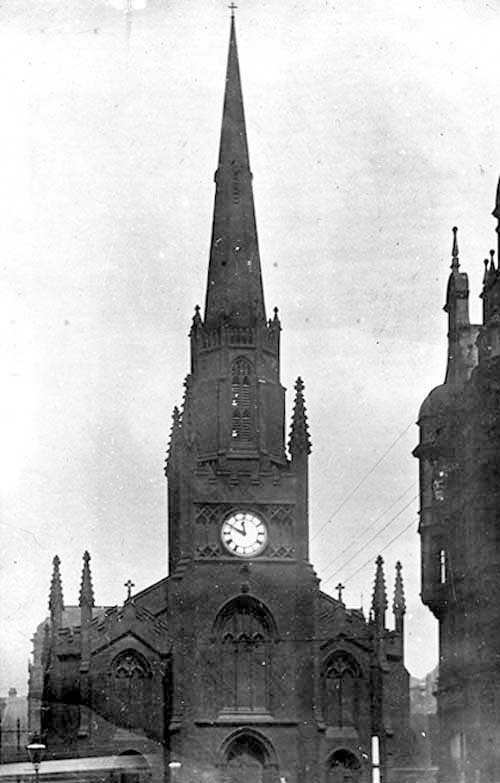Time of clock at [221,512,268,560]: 11:49
